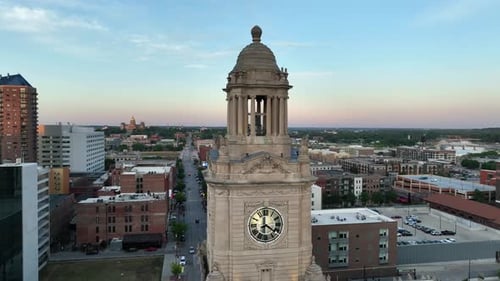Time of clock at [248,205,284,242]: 6:21
